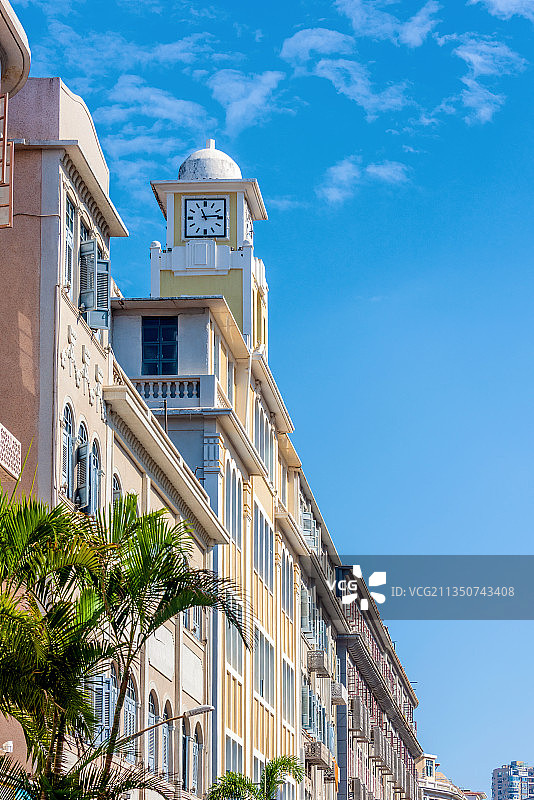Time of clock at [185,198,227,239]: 11:13
